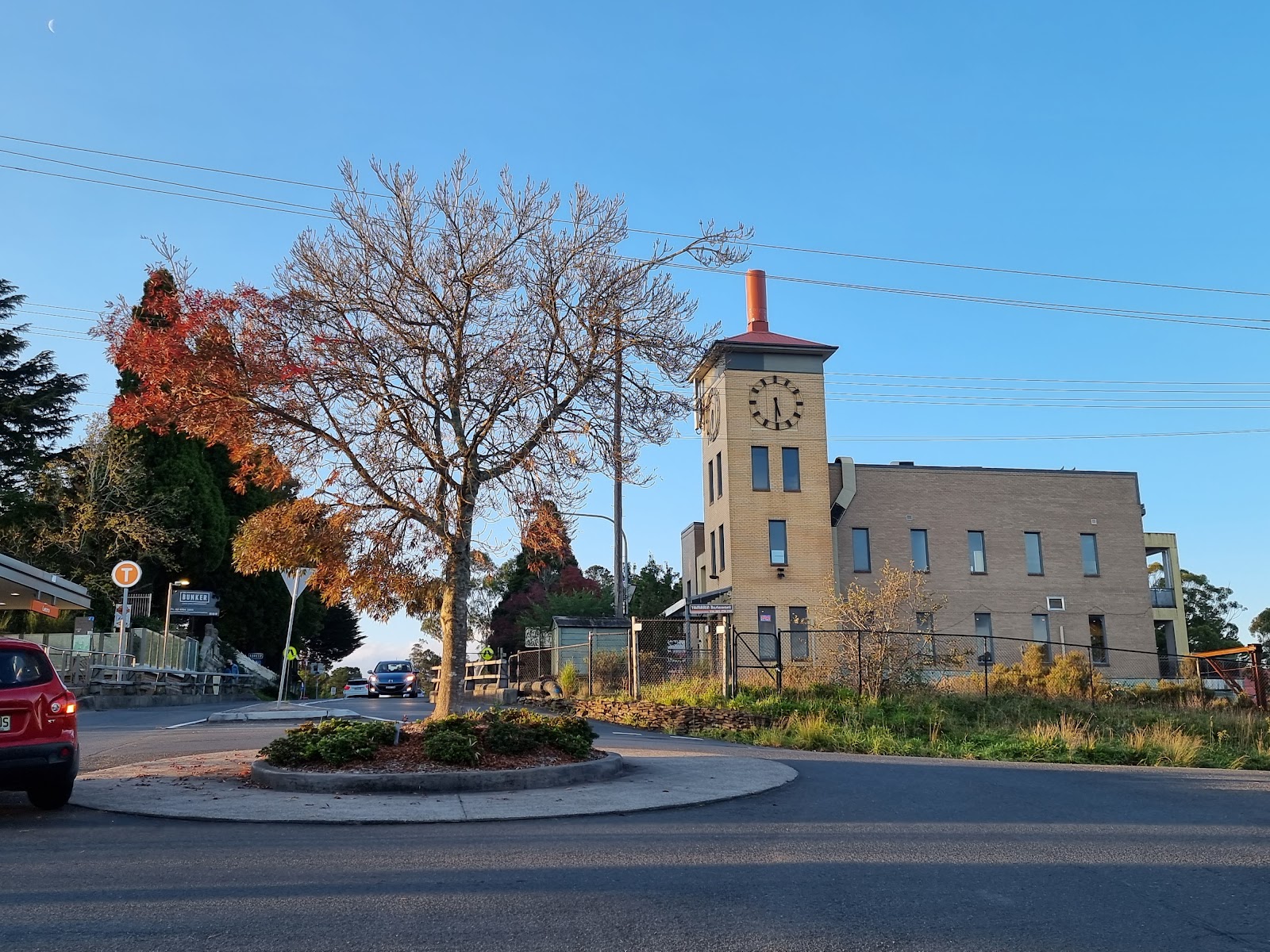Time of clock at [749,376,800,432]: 5:30
